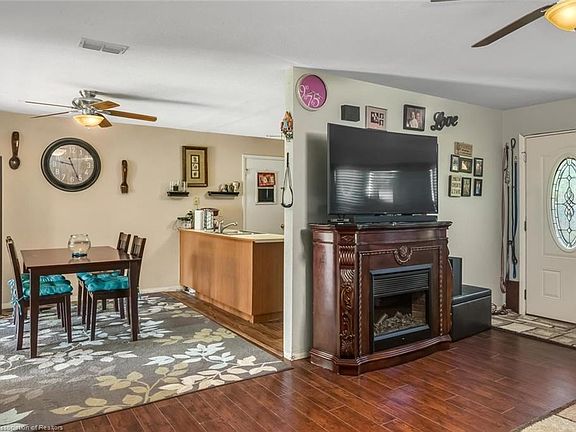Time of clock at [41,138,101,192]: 9:26
